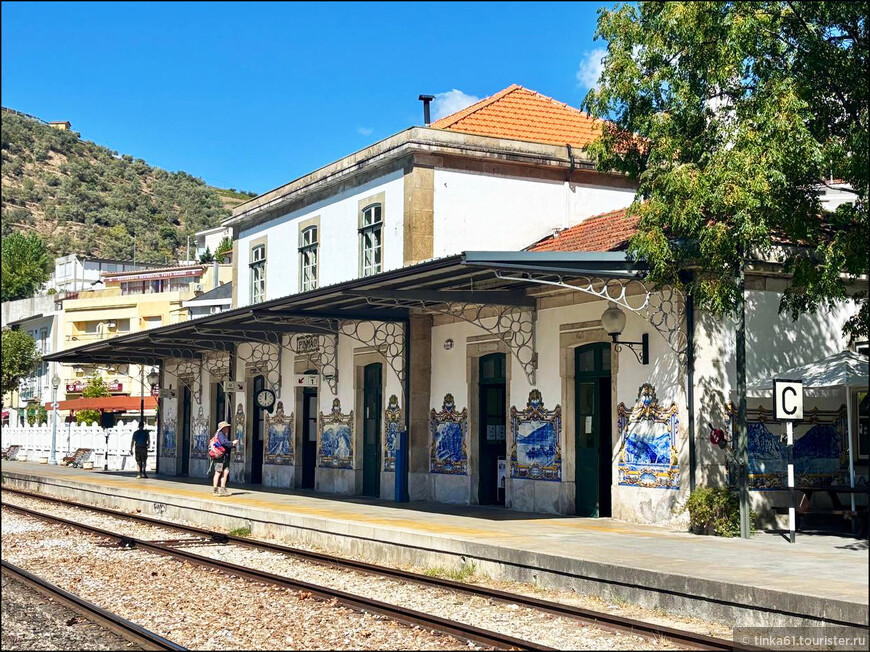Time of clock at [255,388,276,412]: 12:00
